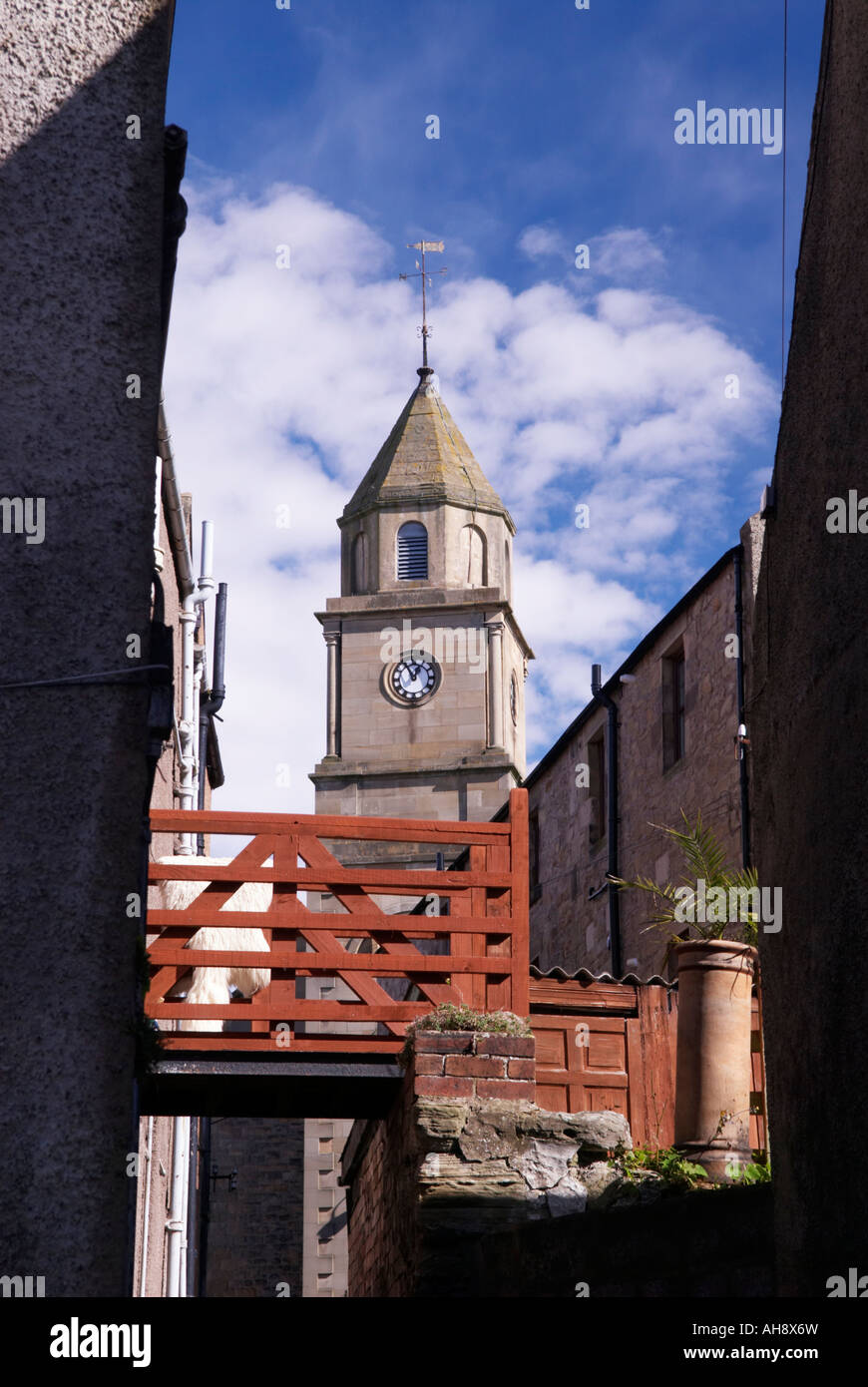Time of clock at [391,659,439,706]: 12:55
